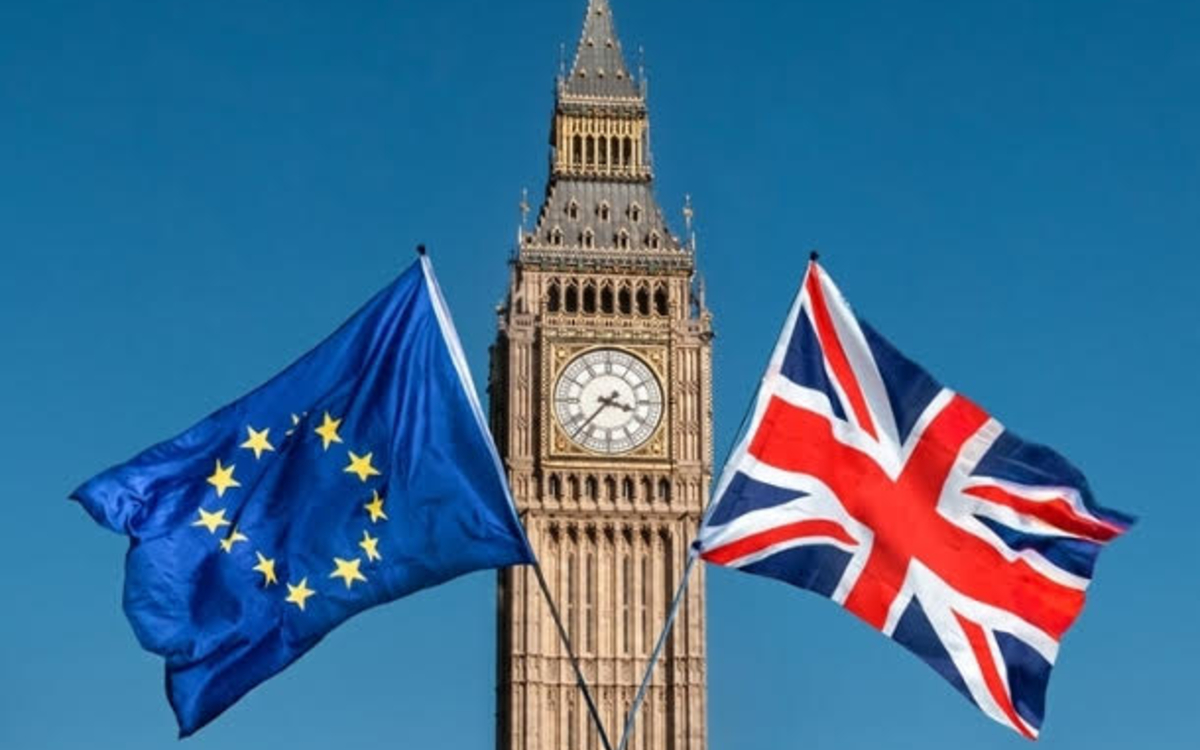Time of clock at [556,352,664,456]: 3:37
